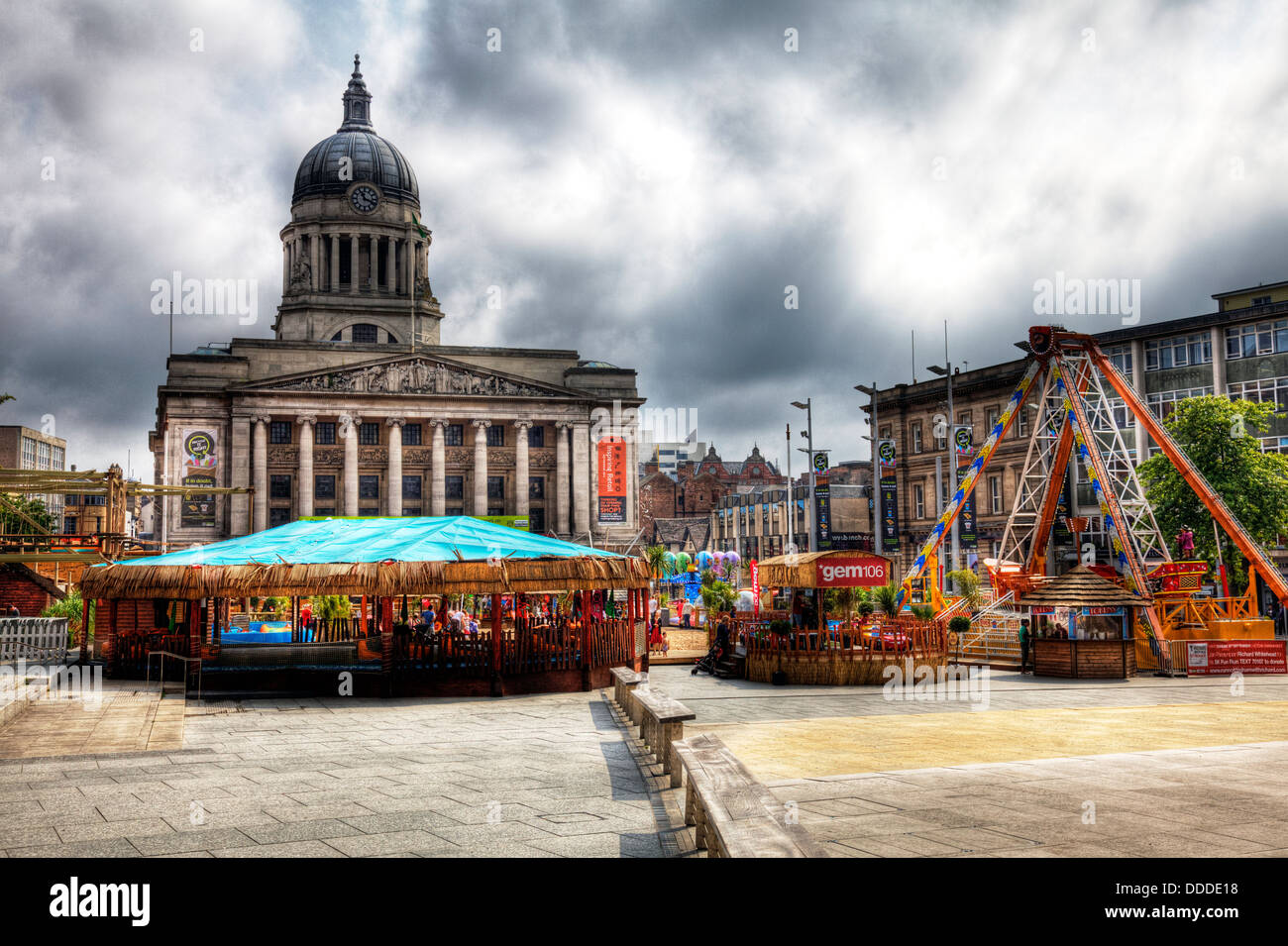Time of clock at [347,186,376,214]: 11:18
